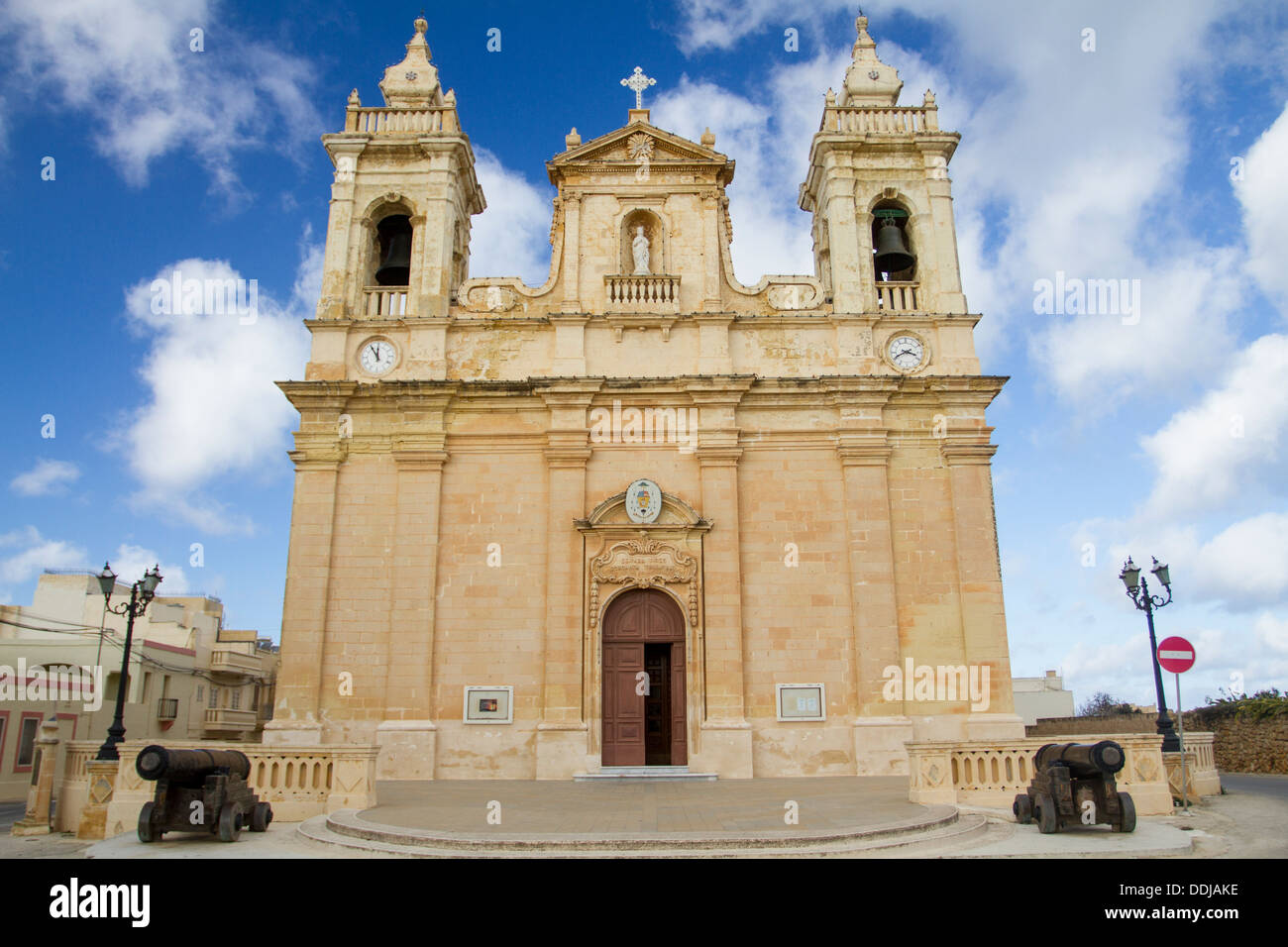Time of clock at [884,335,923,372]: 3:40
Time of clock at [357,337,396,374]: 11:55
